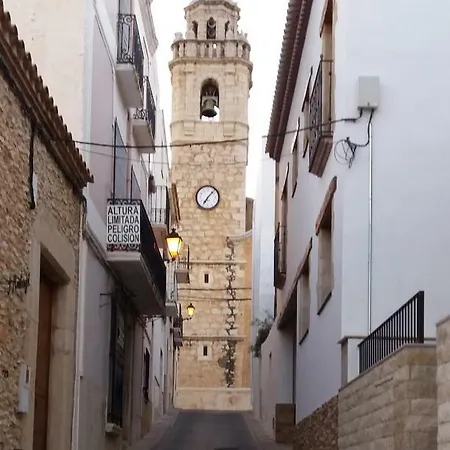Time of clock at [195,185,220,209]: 7:07
